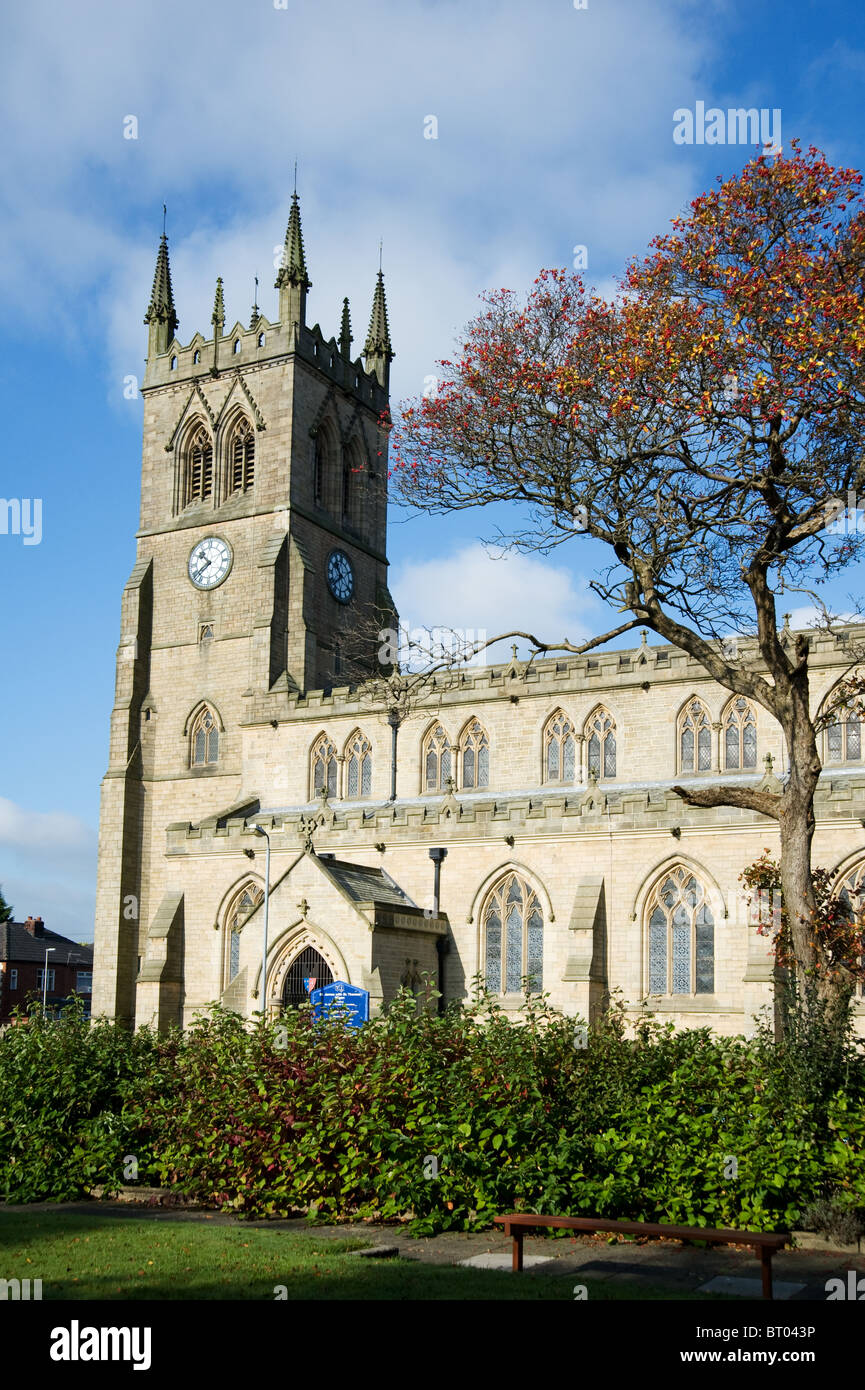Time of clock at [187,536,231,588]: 10:39
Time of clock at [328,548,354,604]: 10:39
